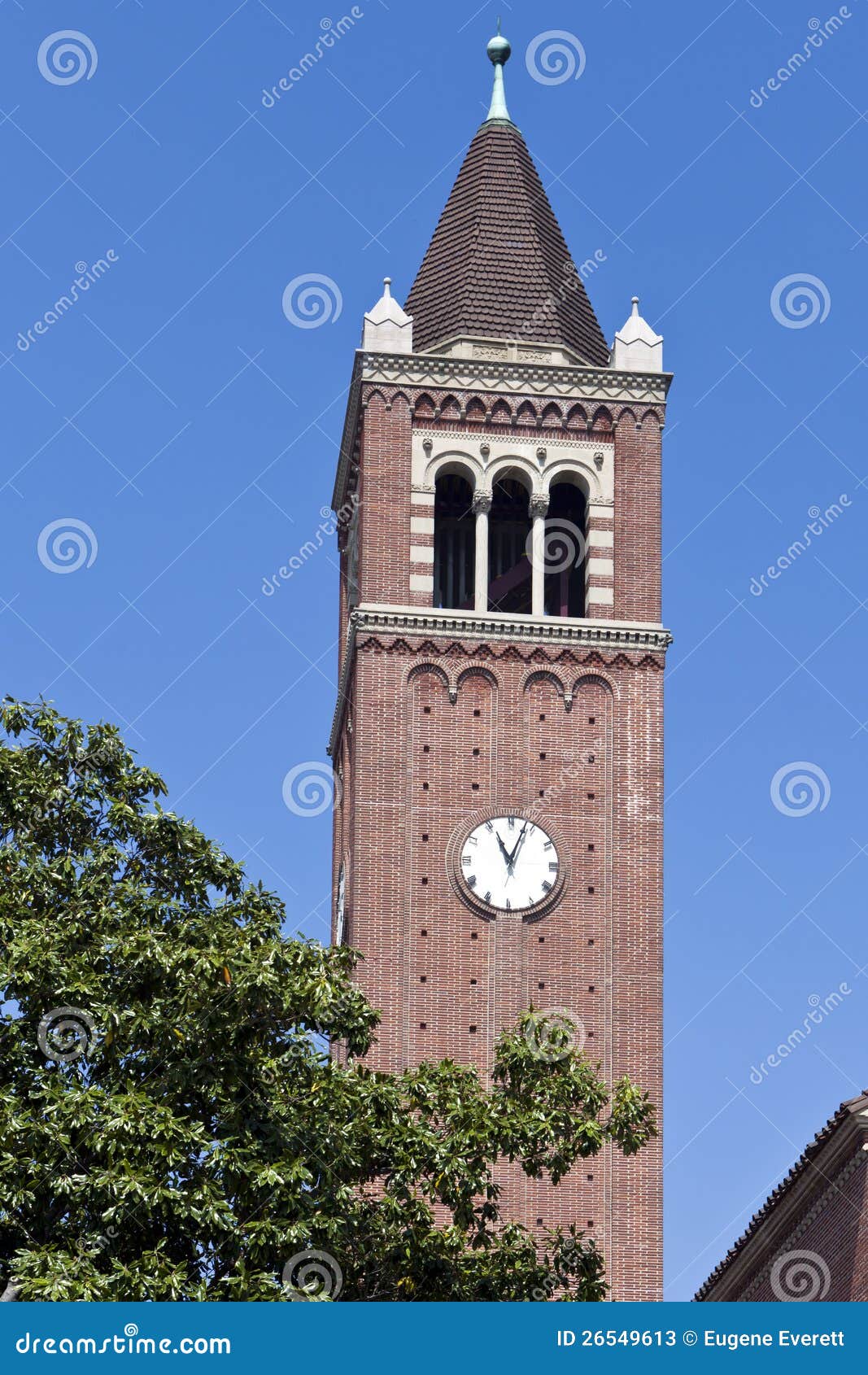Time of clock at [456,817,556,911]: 11:03
